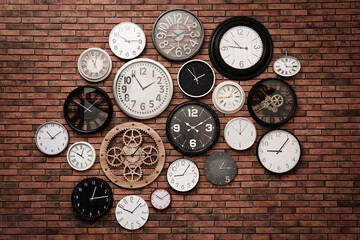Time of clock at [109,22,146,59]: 10:14
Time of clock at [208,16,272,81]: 10:46
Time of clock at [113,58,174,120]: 1:54
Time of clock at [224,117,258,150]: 12:06
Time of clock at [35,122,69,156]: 1:52
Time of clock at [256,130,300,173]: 9:06
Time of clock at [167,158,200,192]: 9:05
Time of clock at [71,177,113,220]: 12:13
